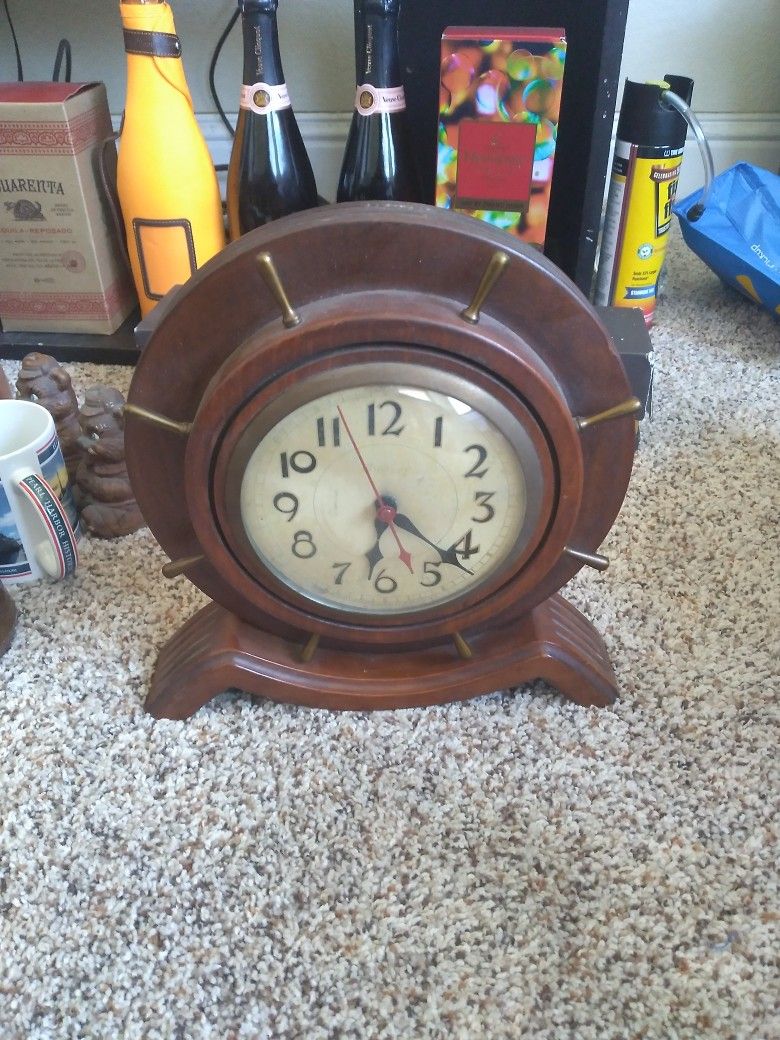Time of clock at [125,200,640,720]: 6:21
